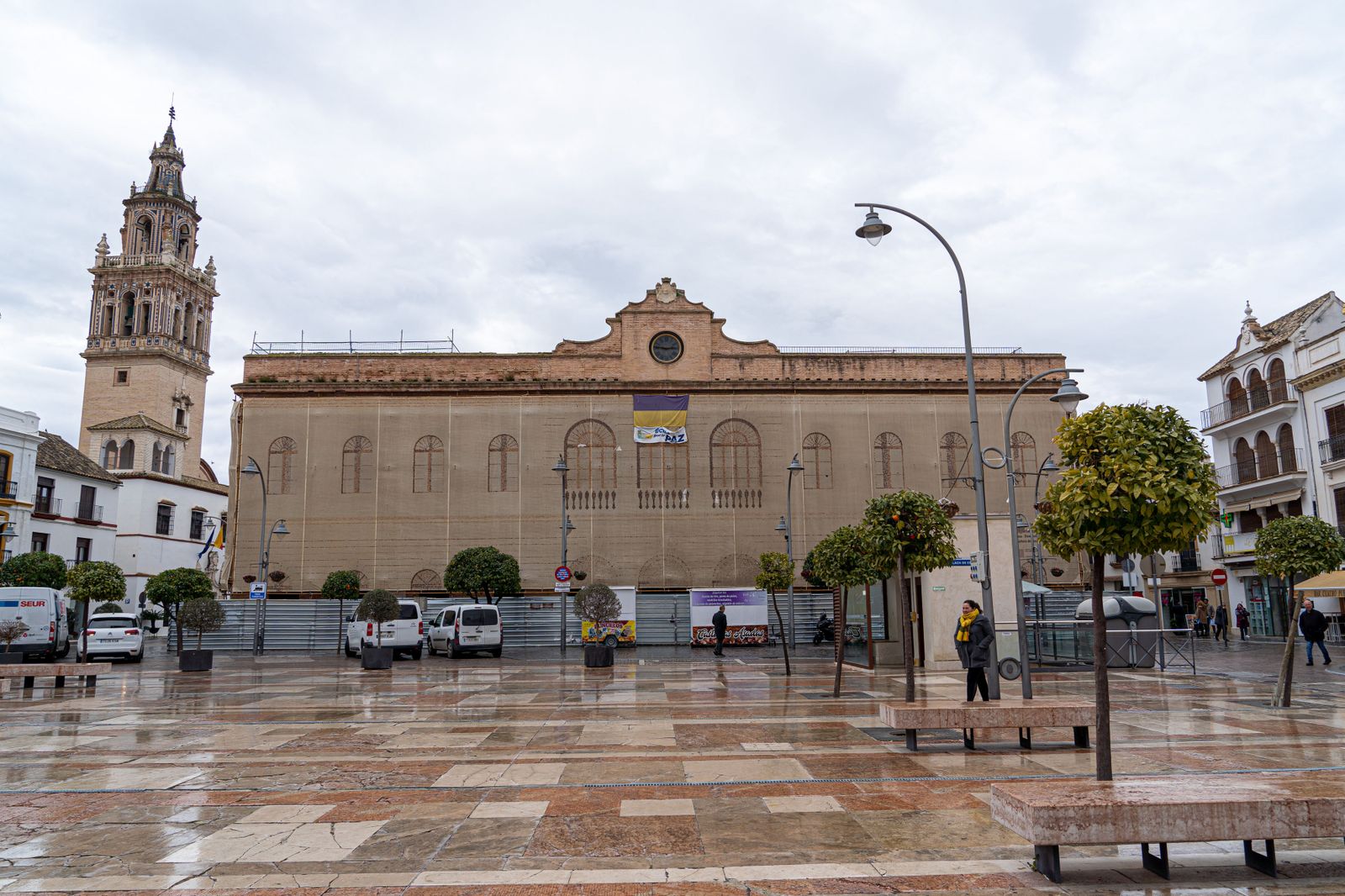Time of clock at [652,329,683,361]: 2:46
